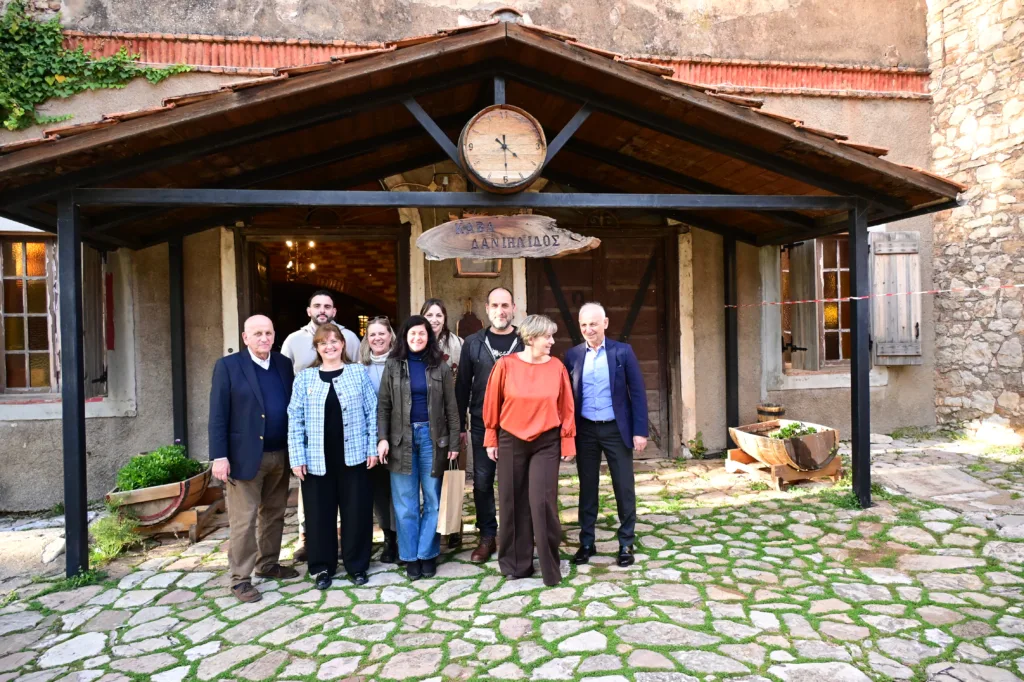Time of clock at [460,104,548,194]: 4:29
